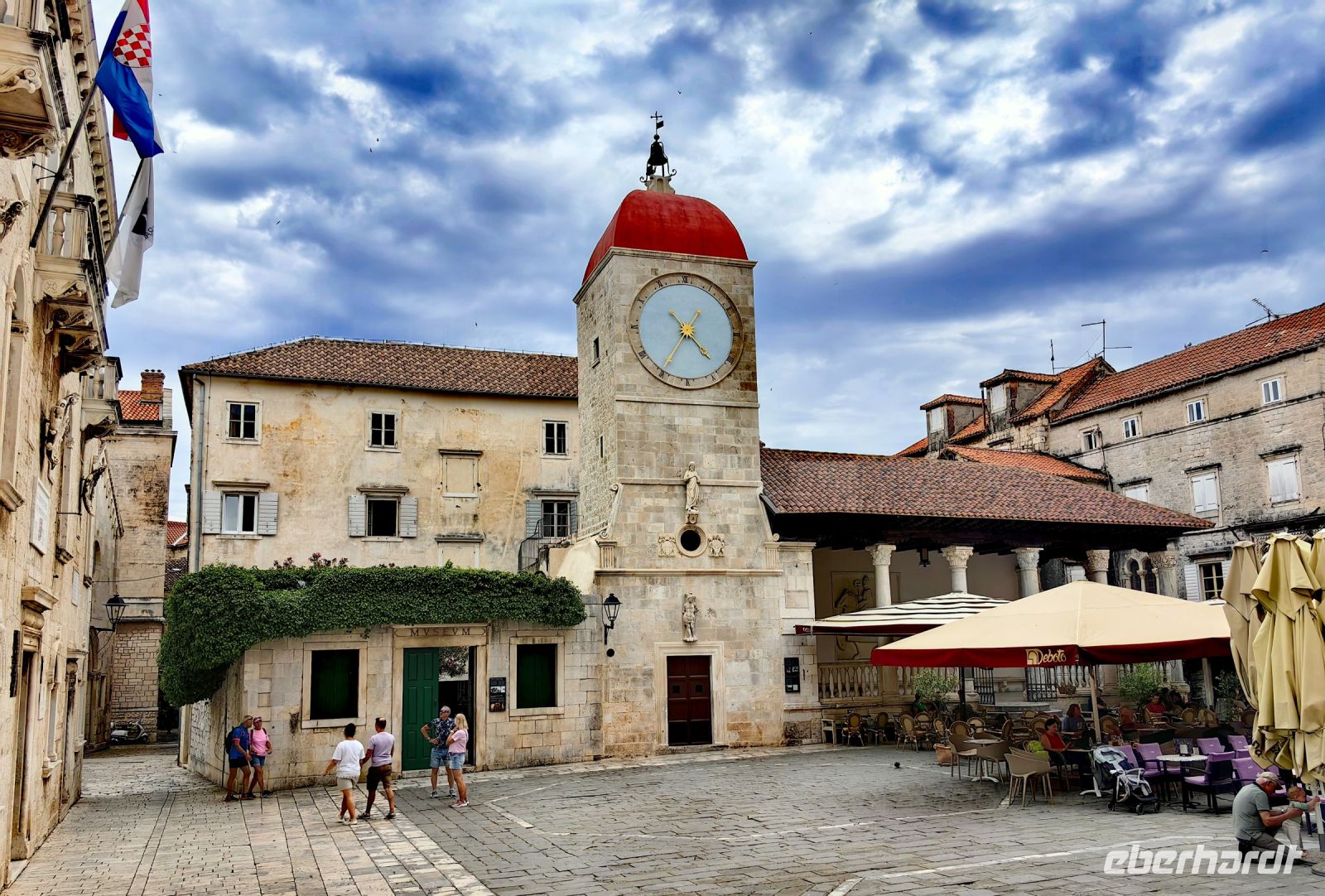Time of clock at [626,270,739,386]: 4:35
